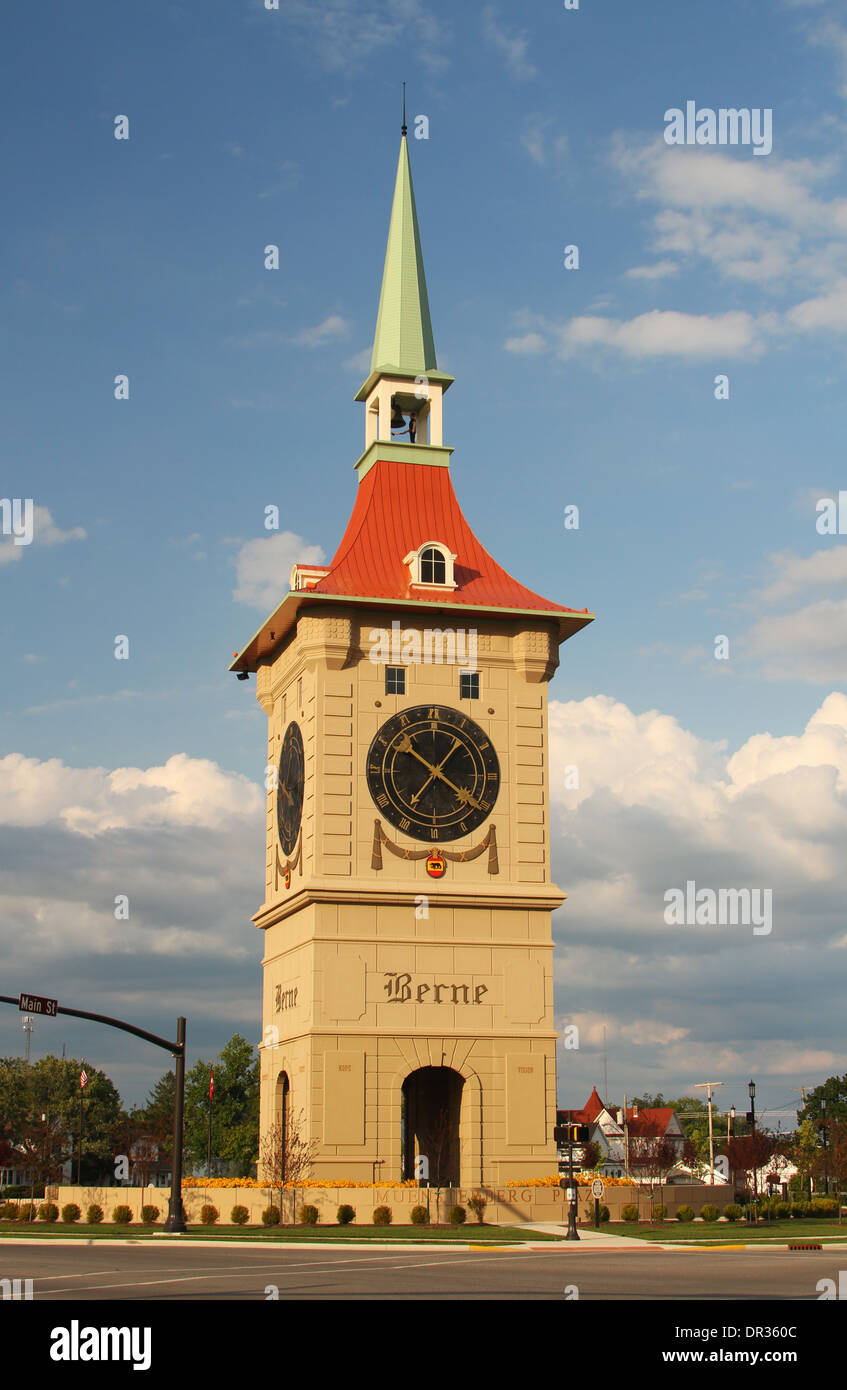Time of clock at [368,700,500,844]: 10:20
